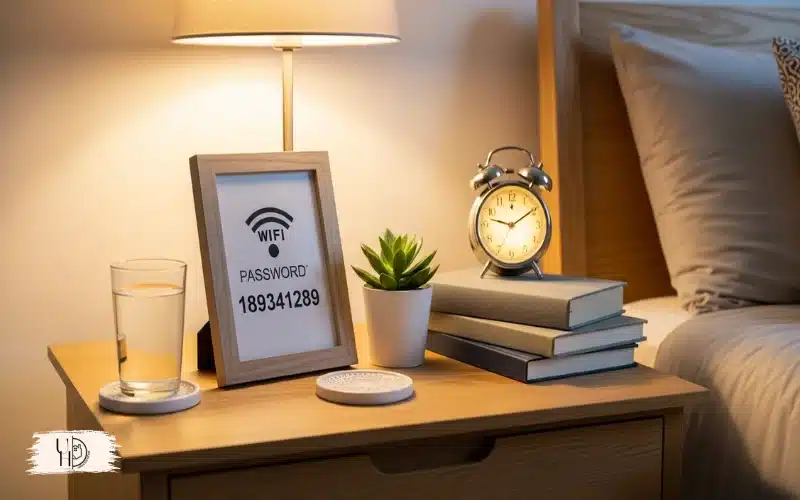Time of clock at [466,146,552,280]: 9:09
